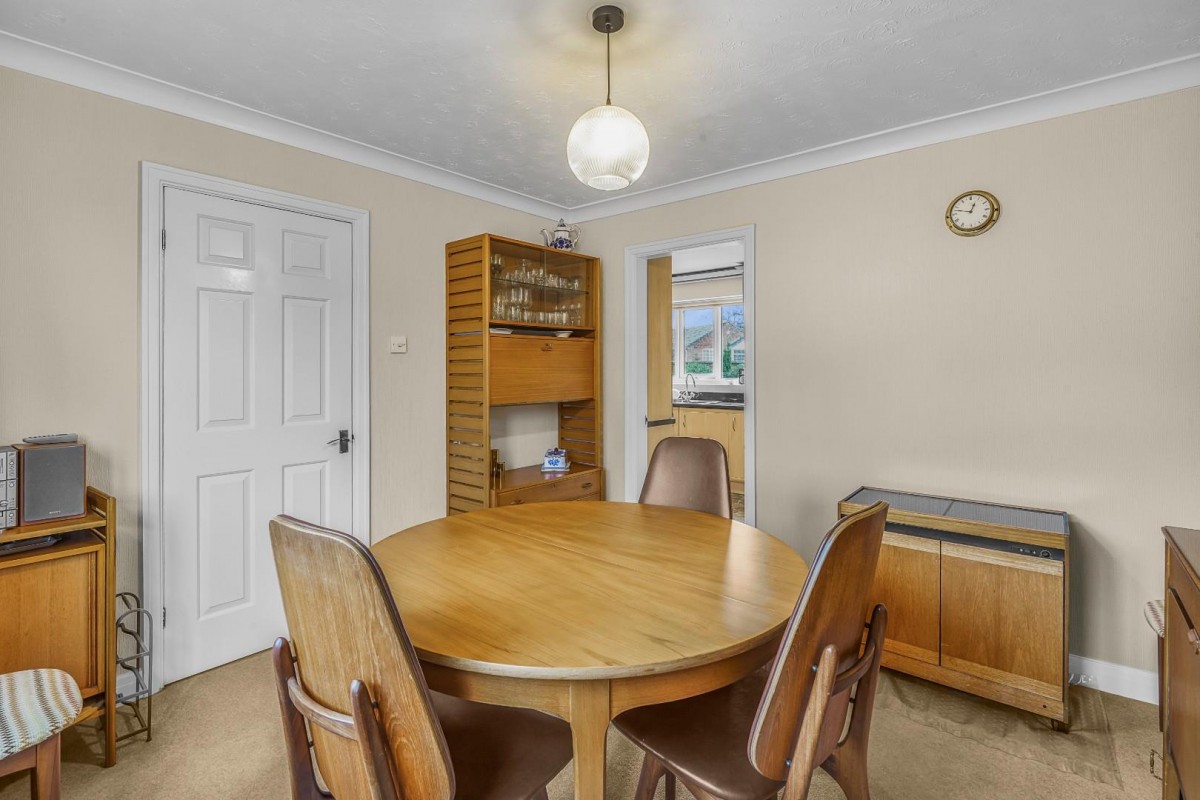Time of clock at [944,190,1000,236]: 12:47
